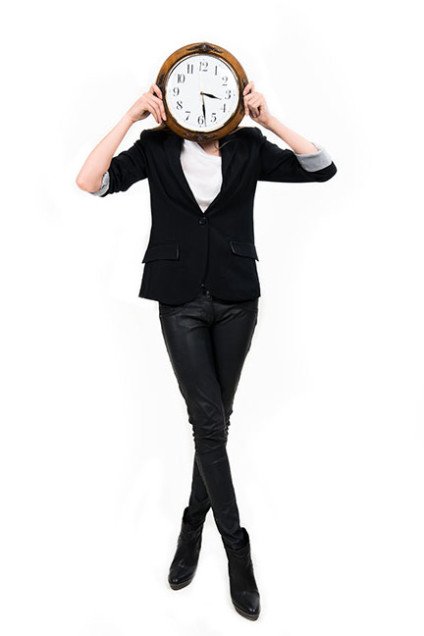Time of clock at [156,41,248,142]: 3:28
